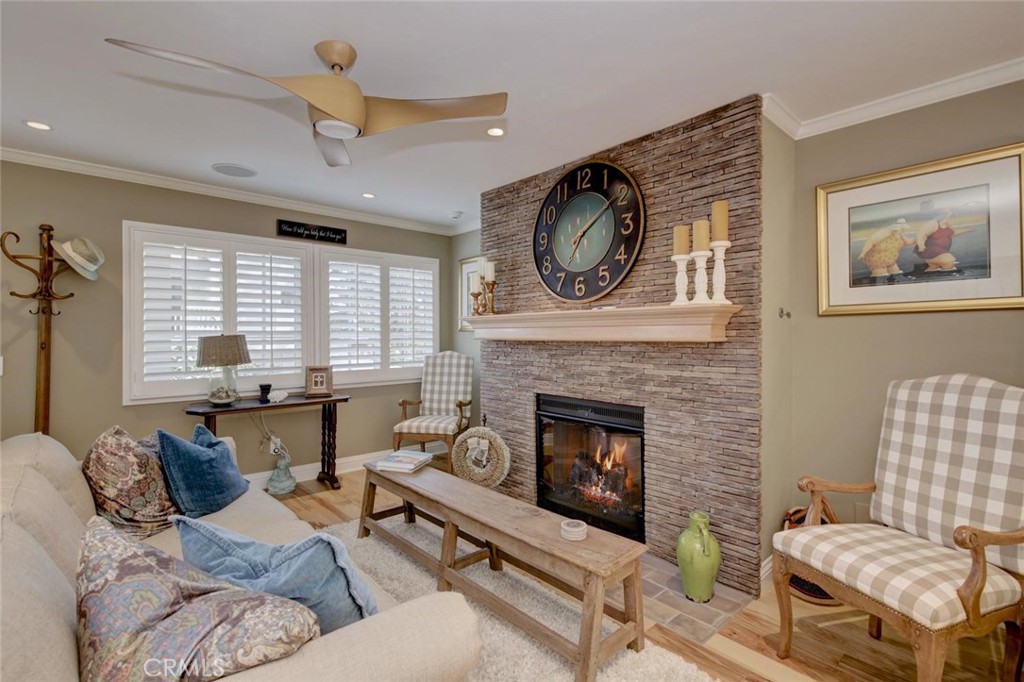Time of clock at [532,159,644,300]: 7:09
